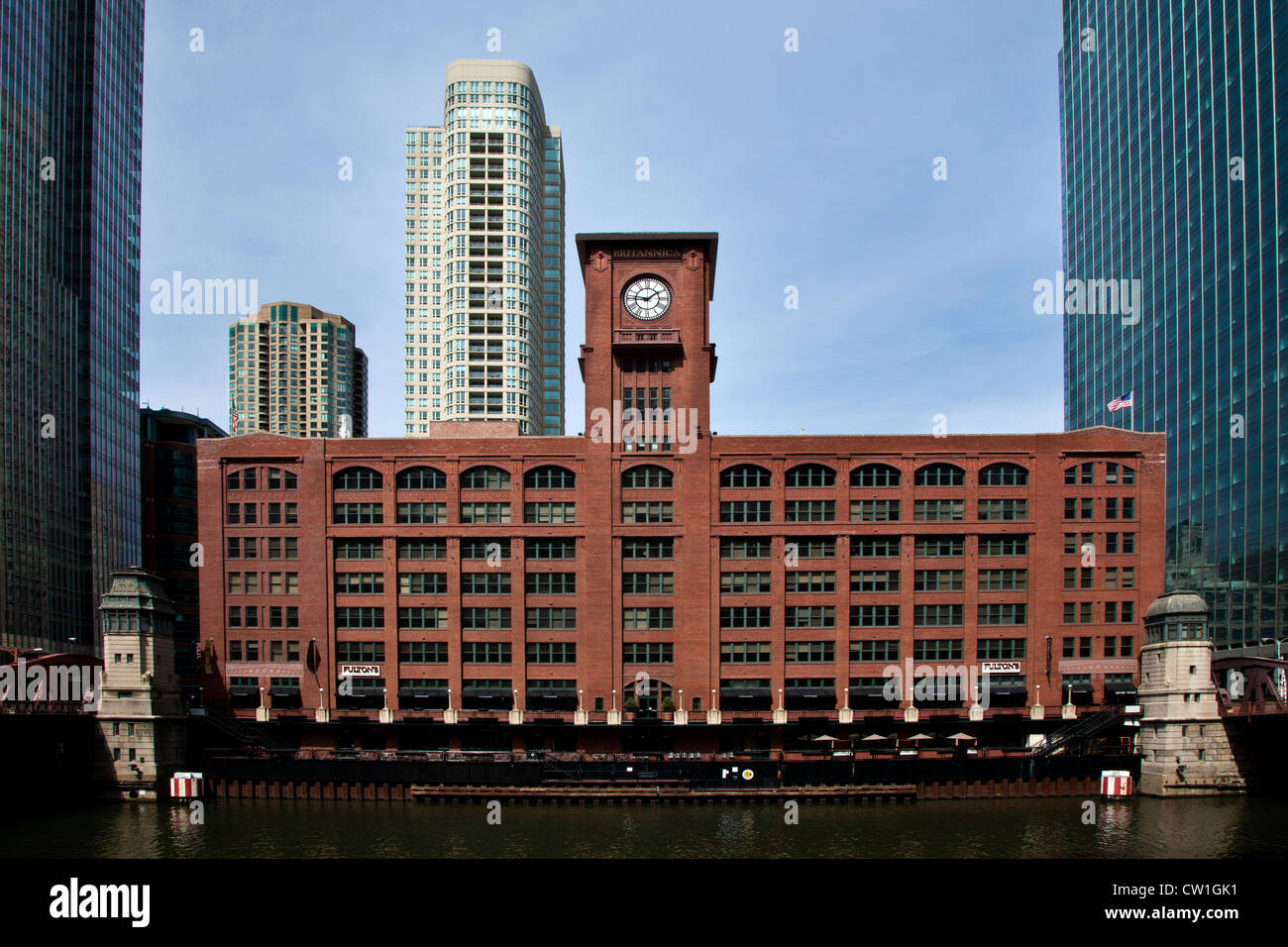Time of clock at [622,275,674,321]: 1:46
